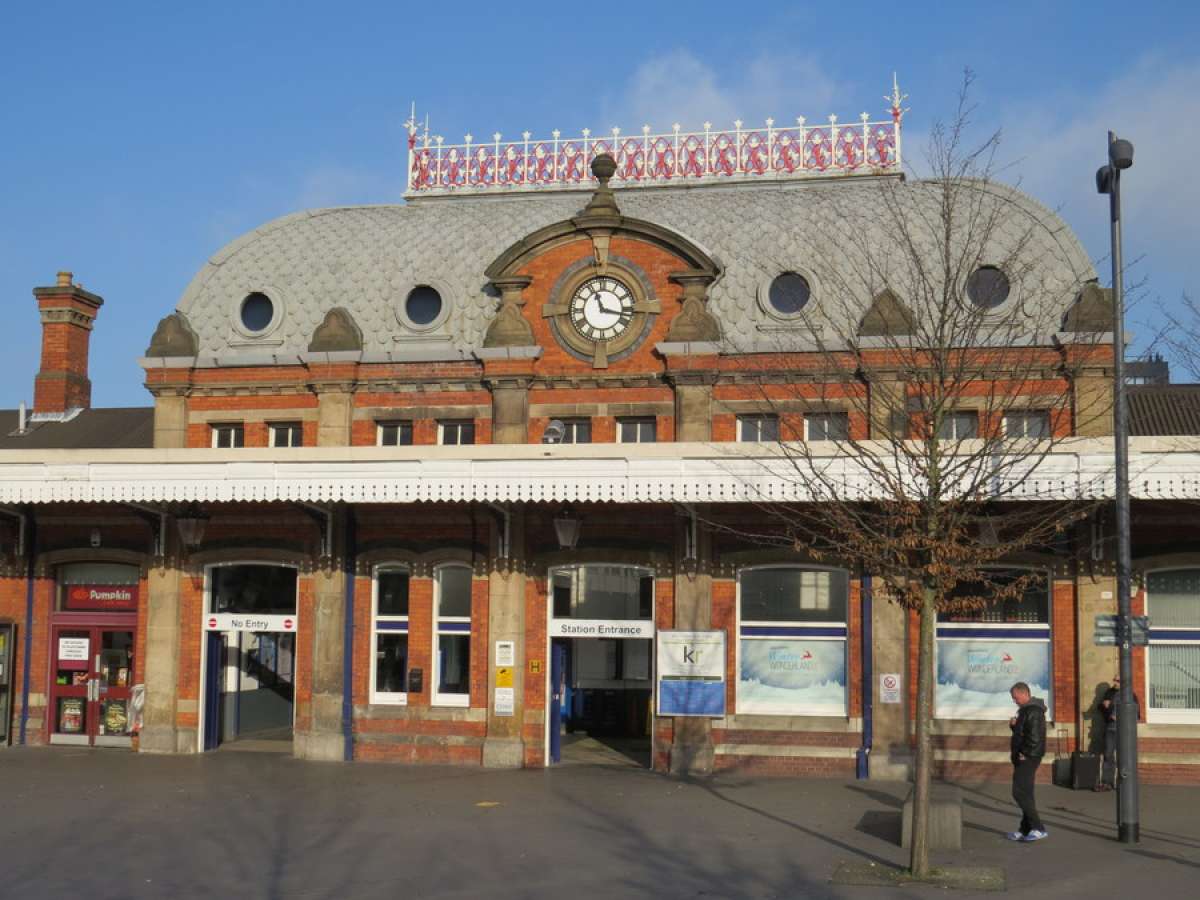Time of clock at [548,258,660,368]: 11:16
